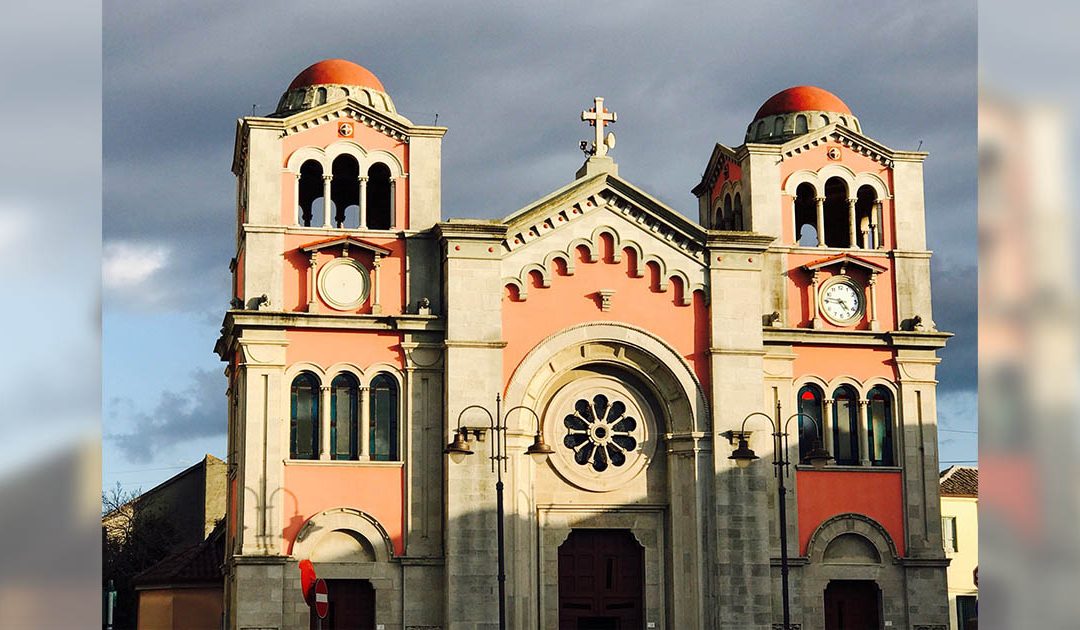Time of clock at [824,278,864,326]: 4:46
